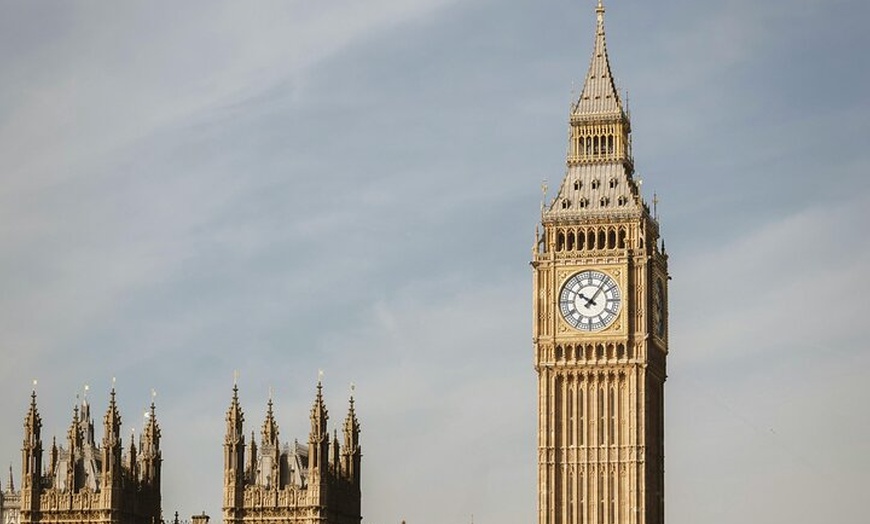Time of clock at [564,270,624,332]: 10:06
